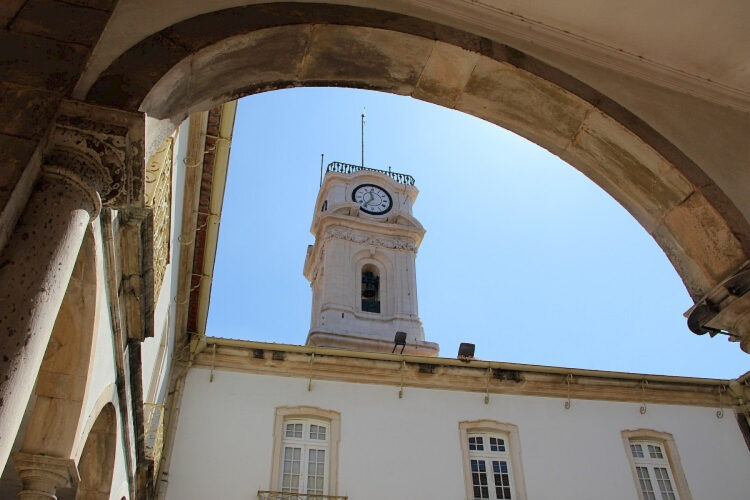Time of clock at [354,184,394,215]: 11:36
